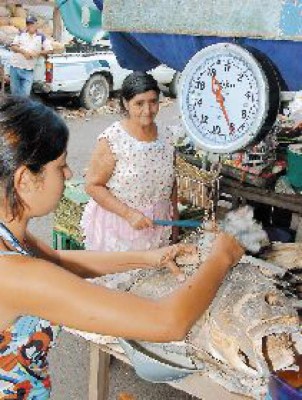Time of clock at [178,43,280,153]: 11:25
